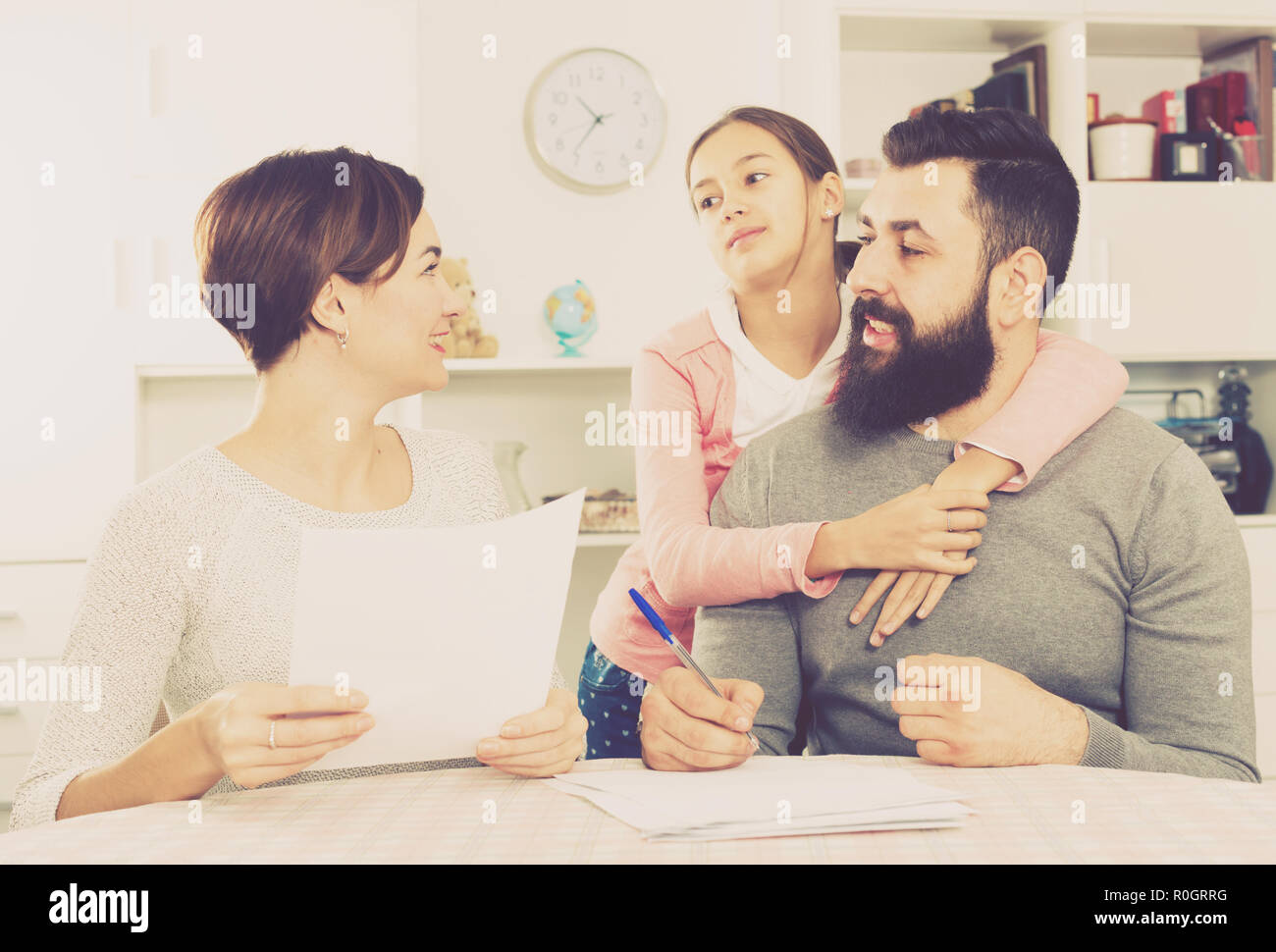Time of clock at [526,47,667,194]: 10:36
